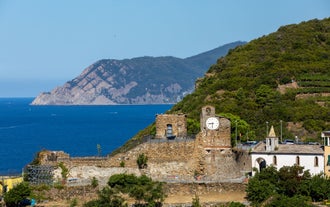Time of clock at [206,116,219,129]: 8:31
